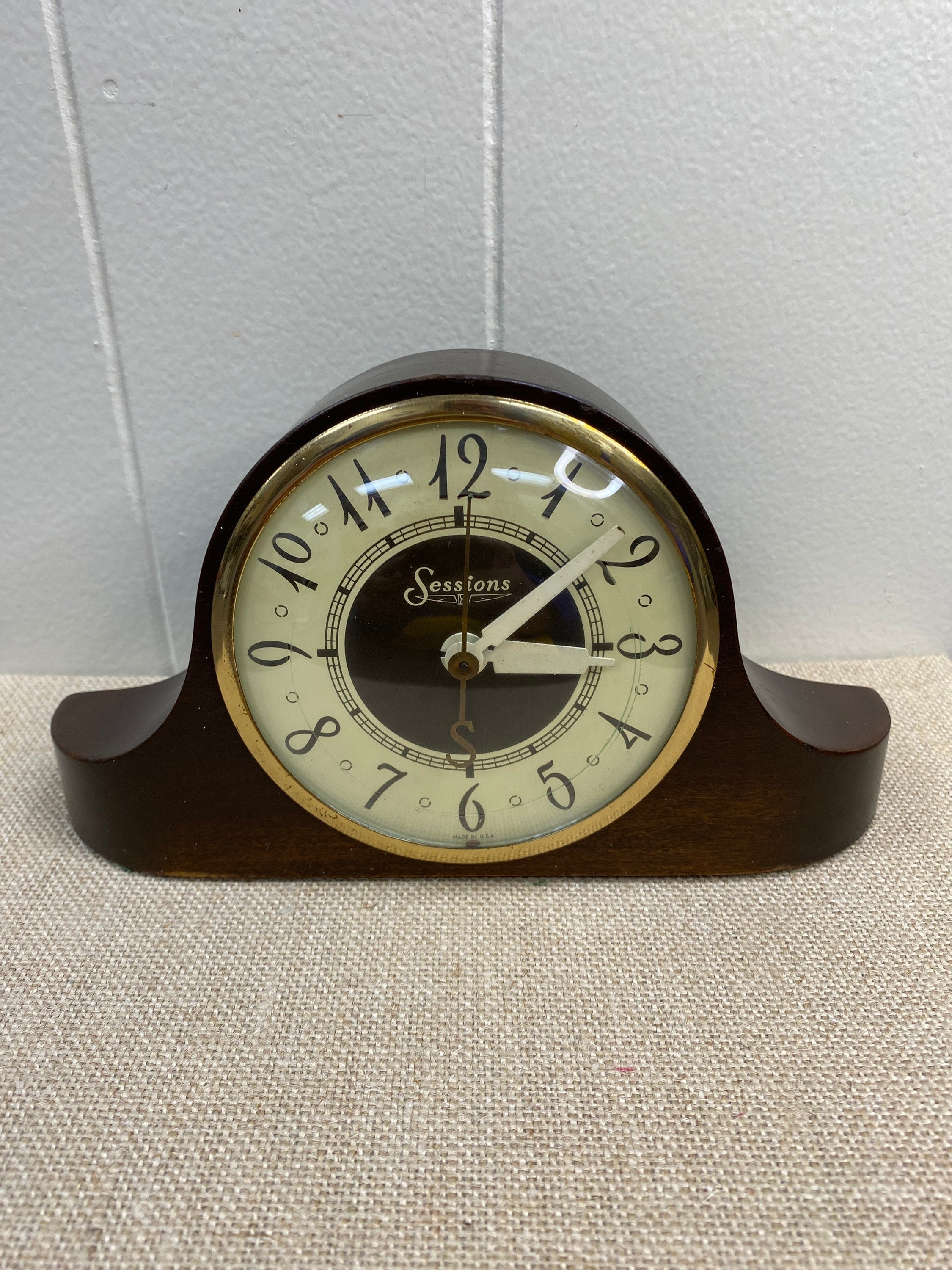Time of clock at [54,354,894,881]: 3:08
